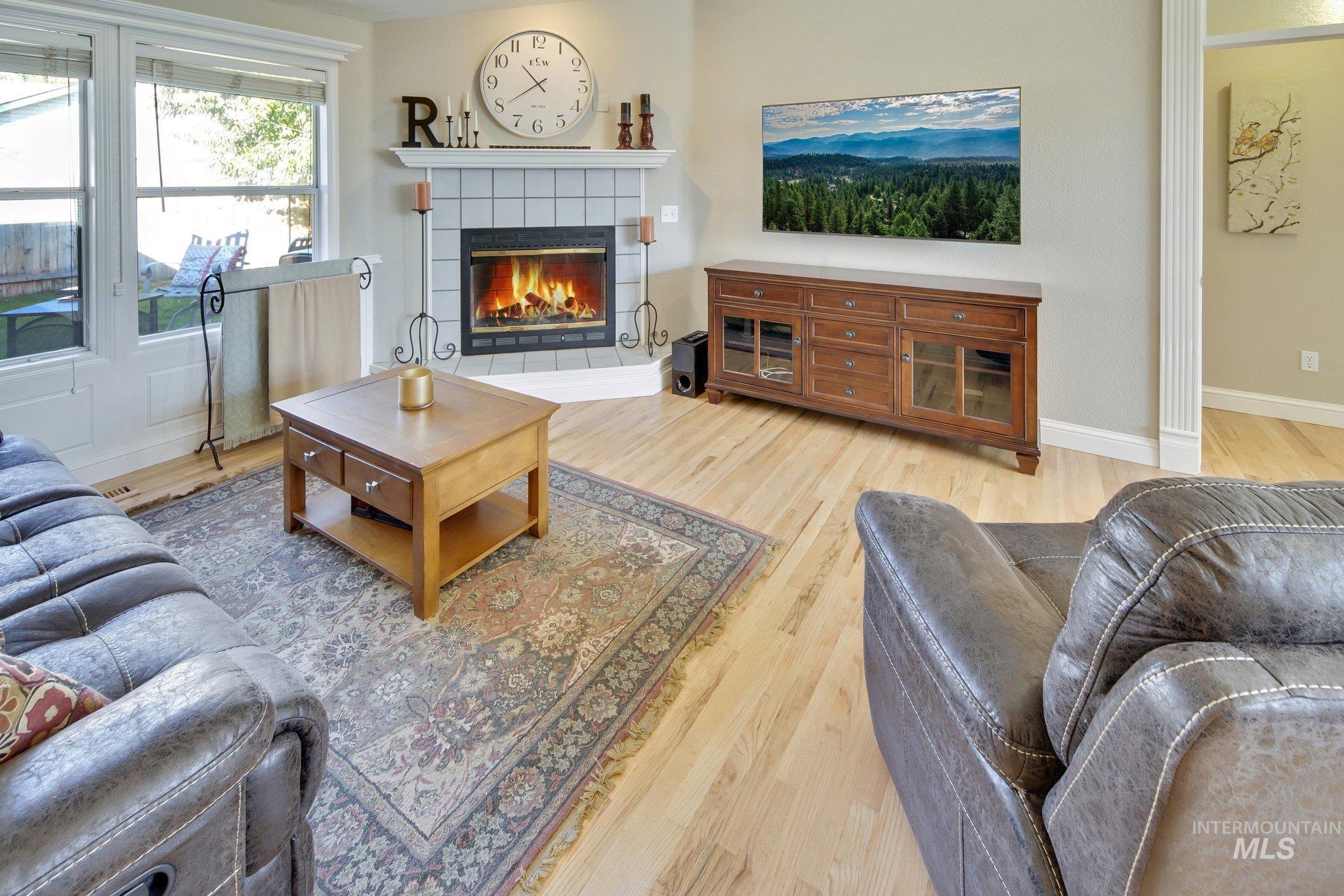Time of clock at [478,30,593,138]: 10:39
